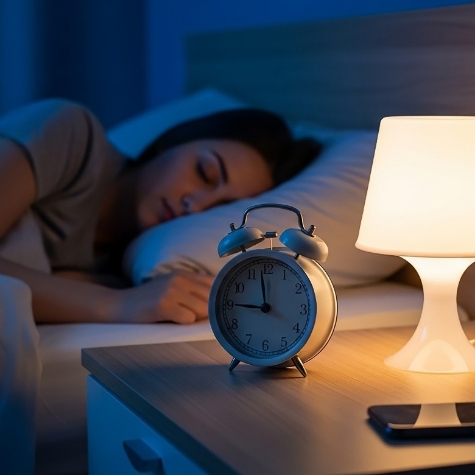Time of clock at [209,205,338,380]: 11:45
